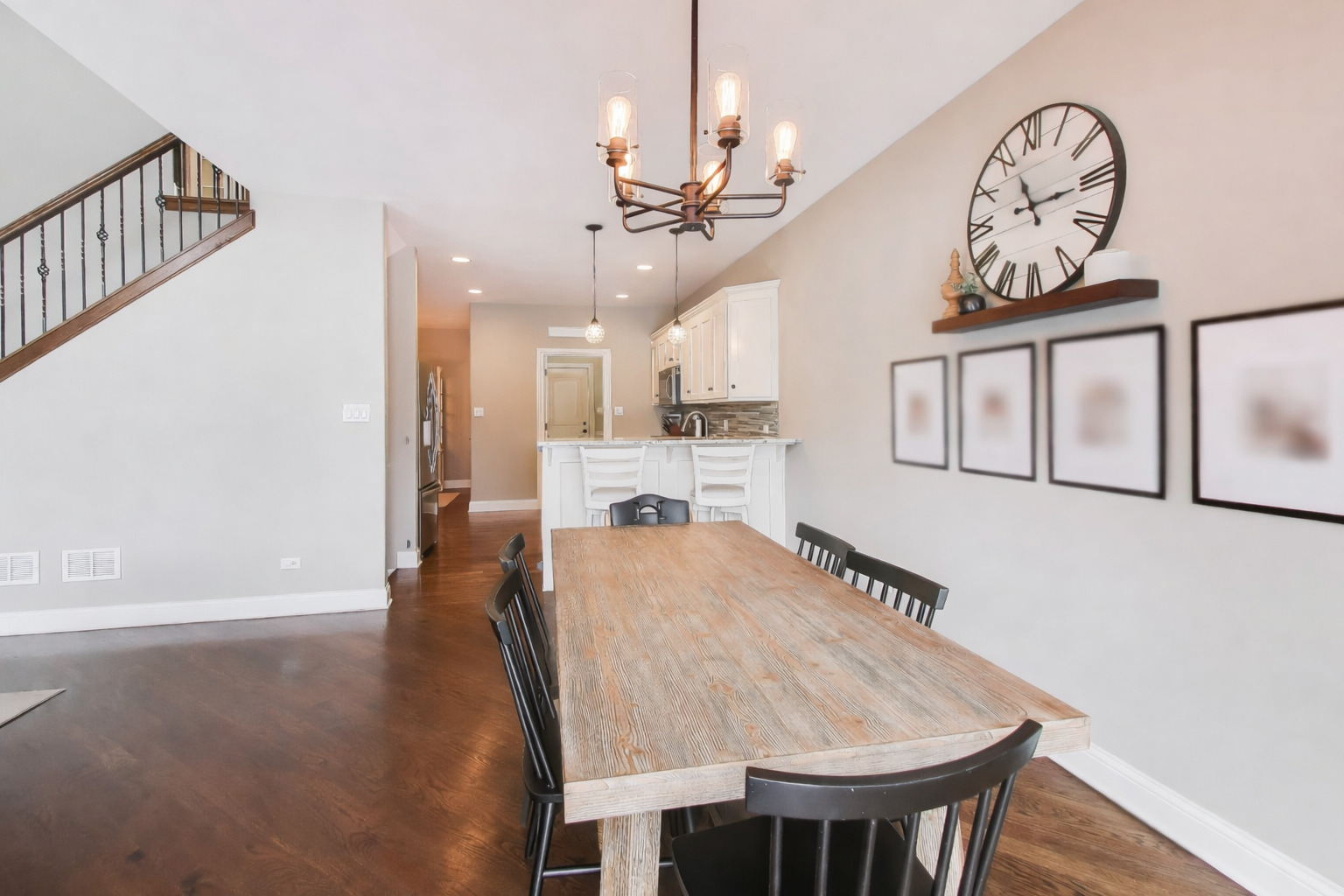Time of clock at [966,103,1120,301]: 11:15
